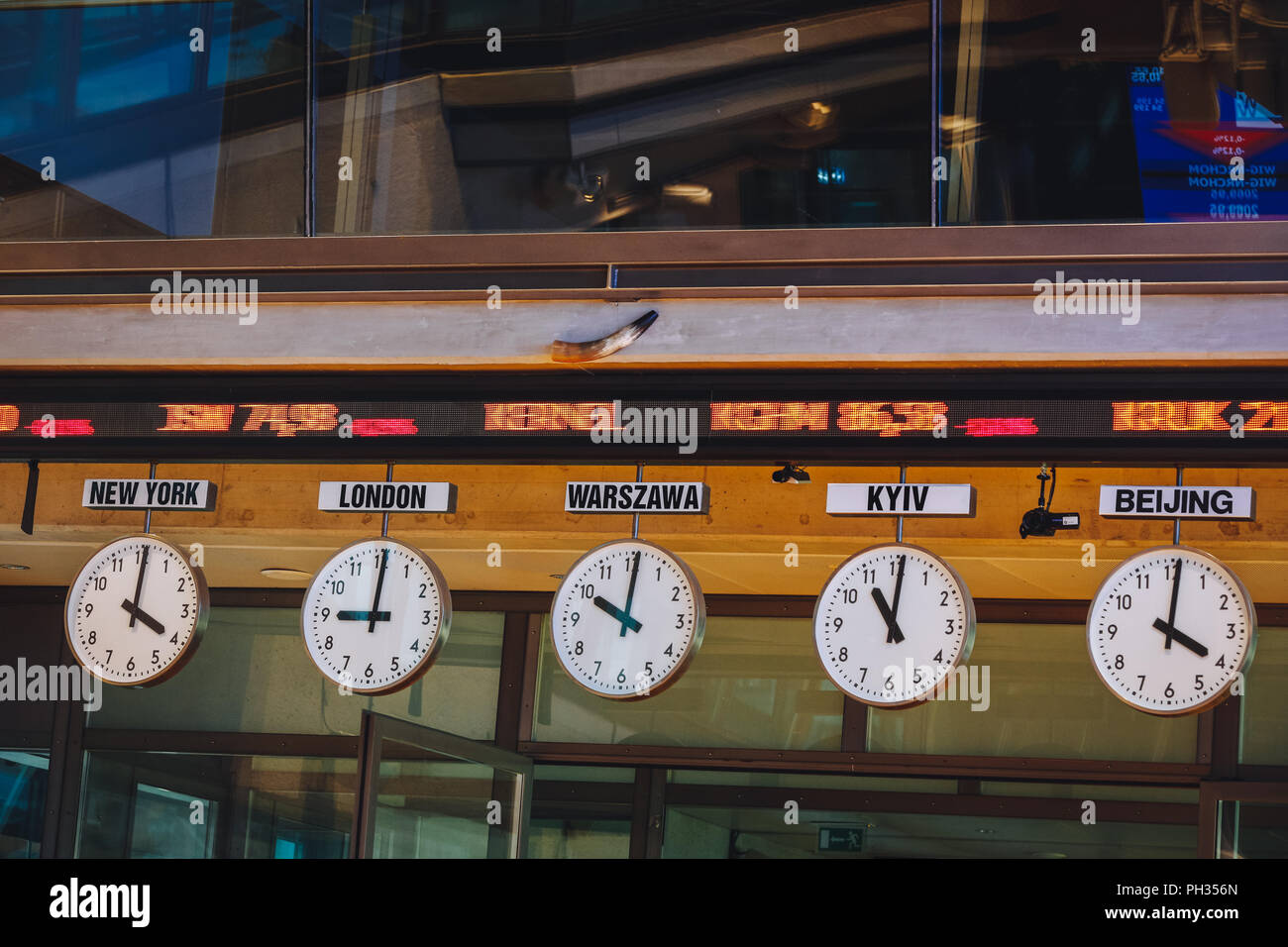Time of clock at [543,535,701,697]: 10:00
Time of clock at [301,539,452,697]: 9:00
